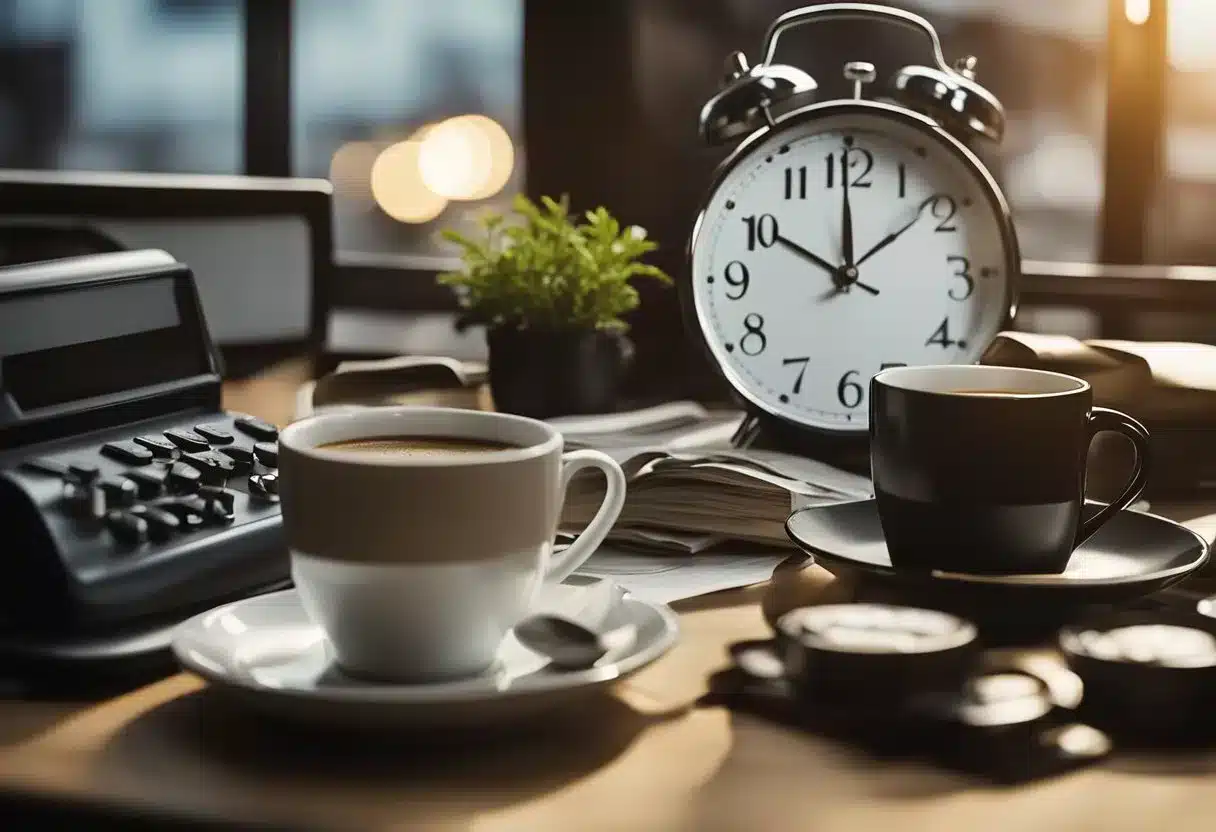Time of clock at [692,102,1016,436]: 9:59
